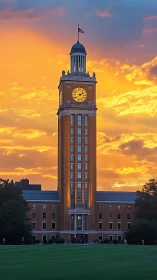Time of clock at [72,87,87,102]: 1:39
